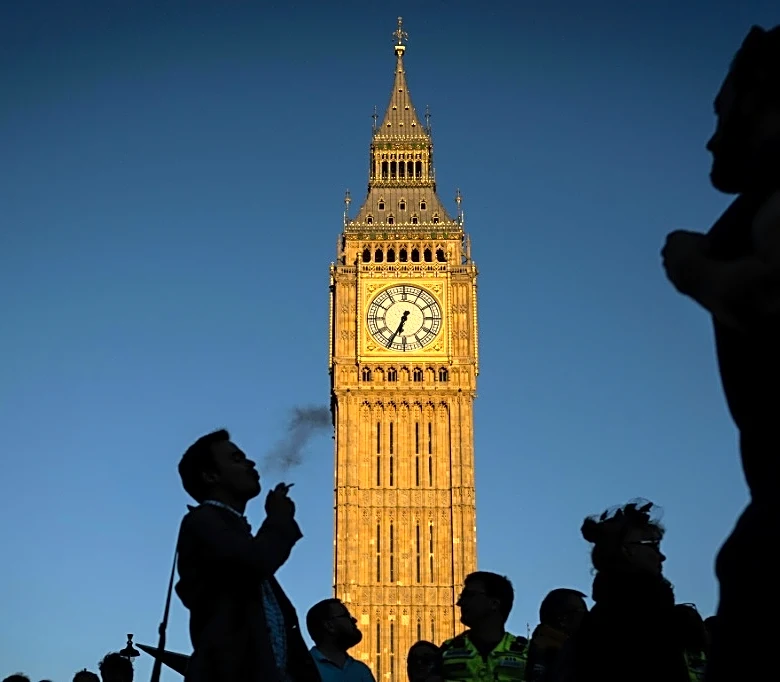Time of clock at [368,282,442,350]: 6:34
